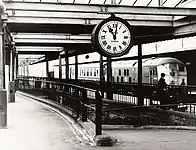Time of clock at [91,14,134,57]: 11:01
